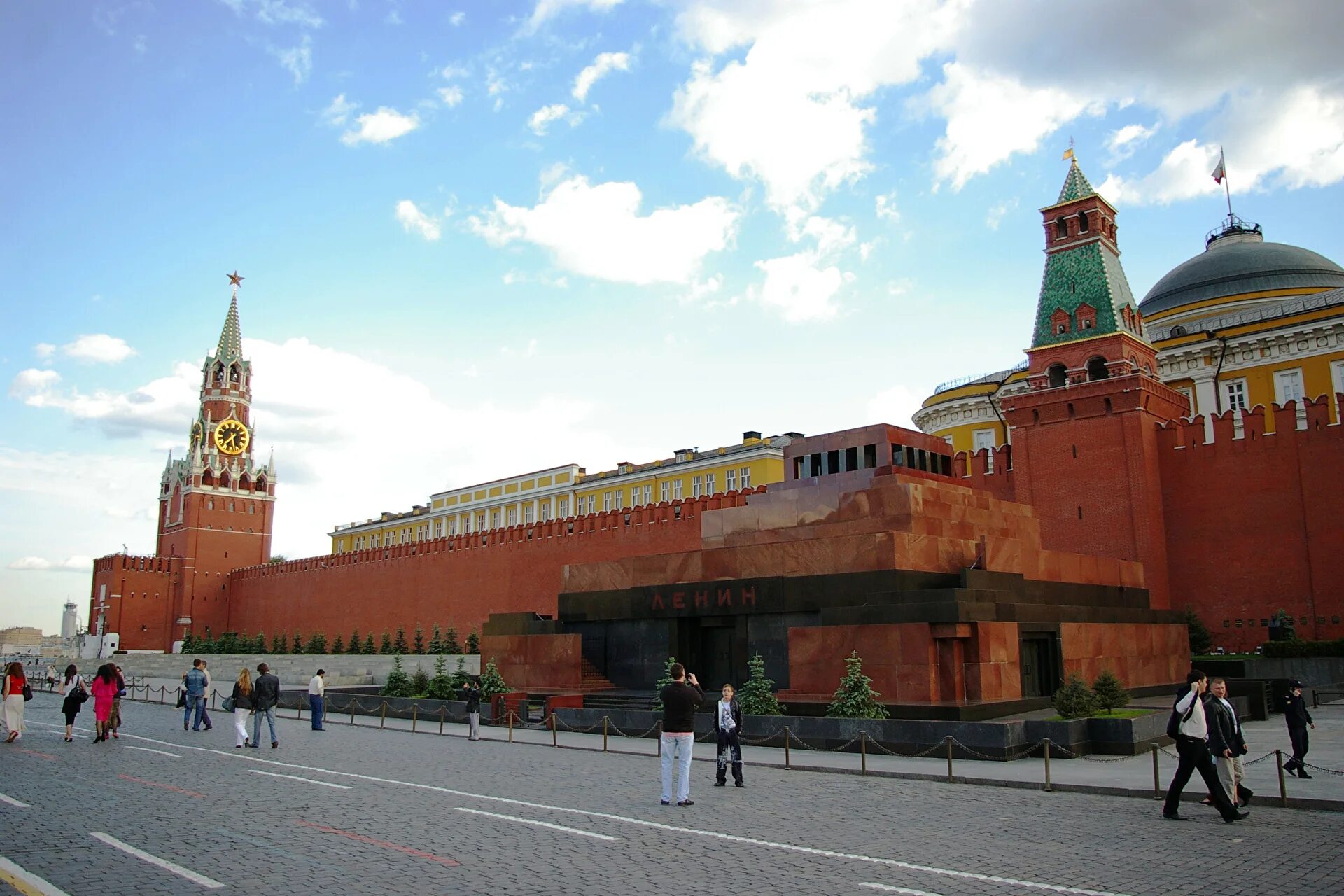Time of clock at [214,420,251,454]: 7:28
